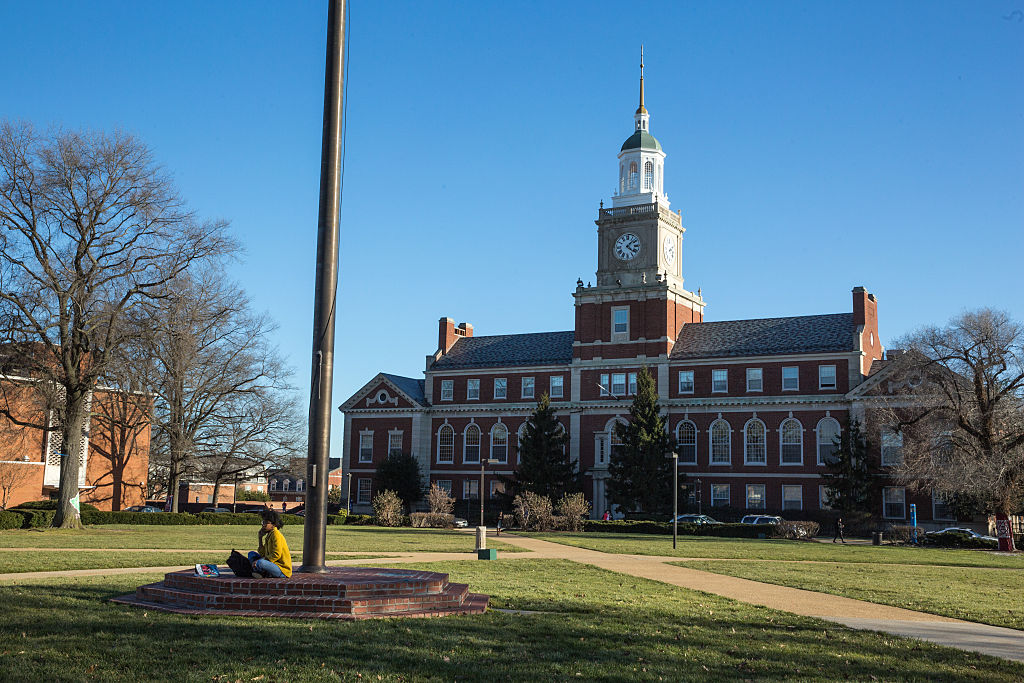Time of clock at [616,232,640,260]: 4:07
